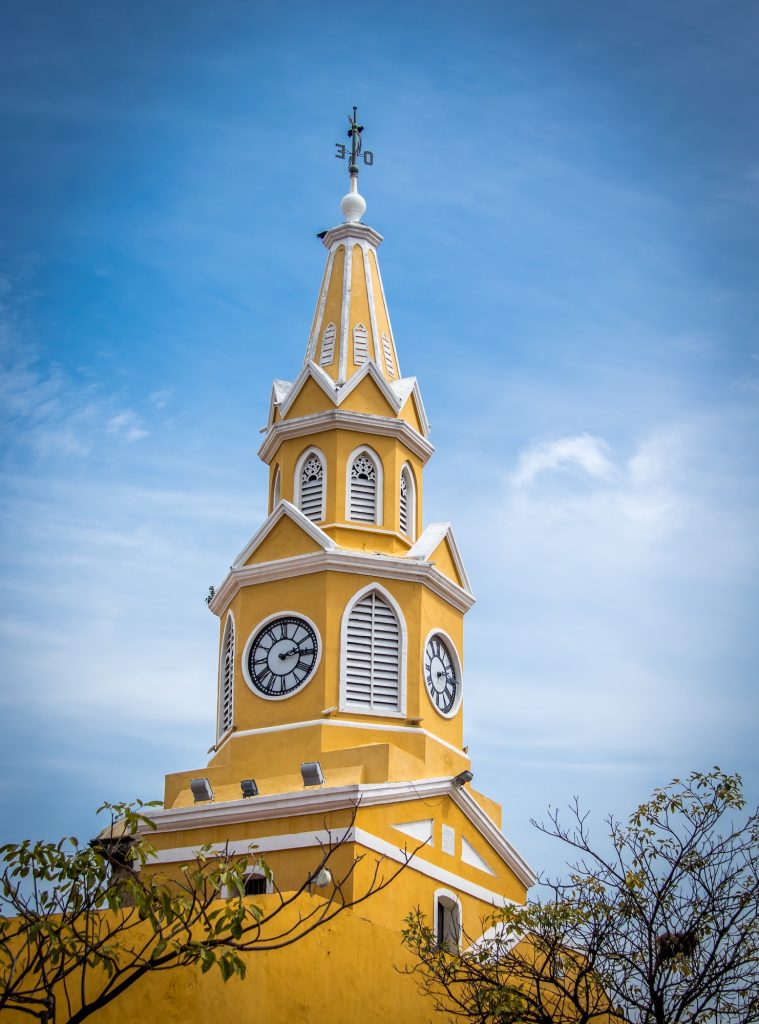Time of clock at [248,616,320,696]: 2:14
